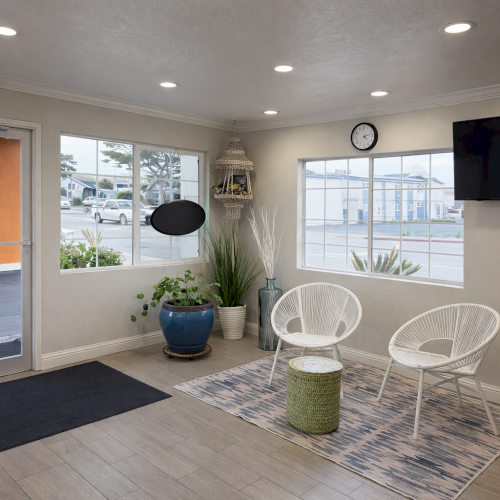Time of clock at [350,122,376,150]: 4:12
